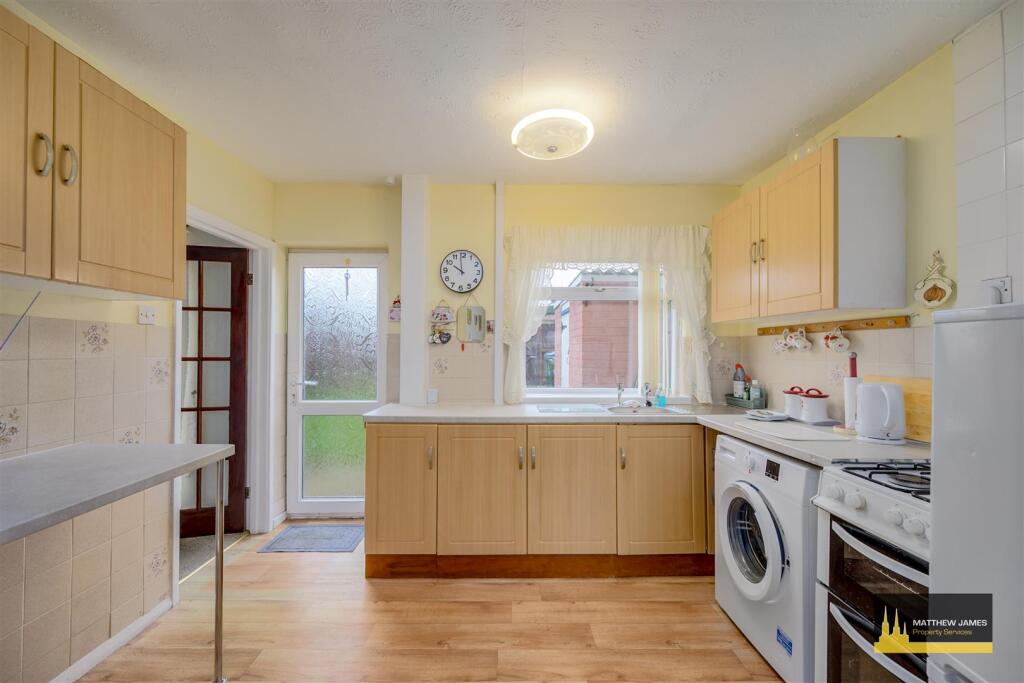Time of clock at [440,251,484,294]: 9:58
